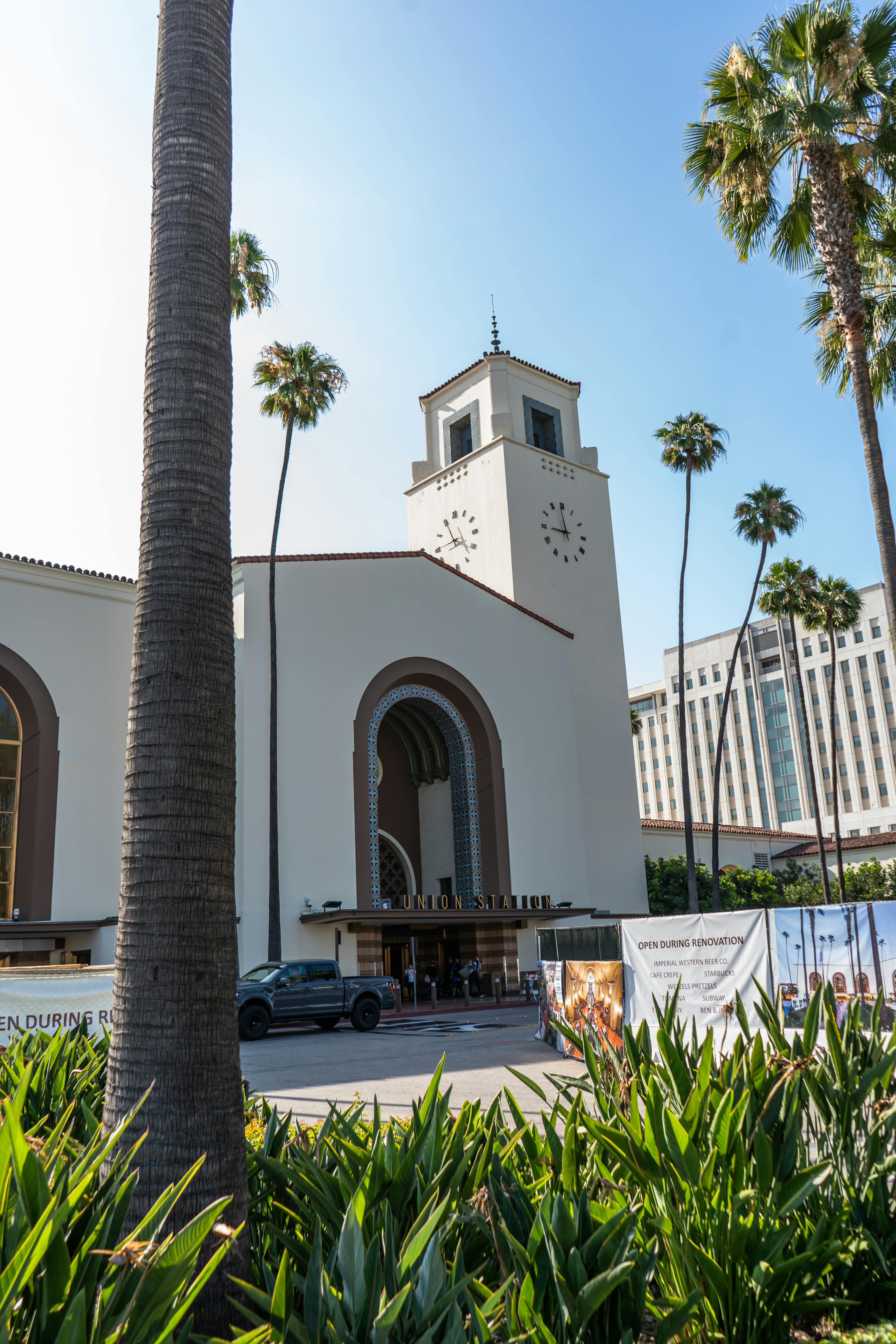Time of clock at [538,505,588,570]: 8:58
